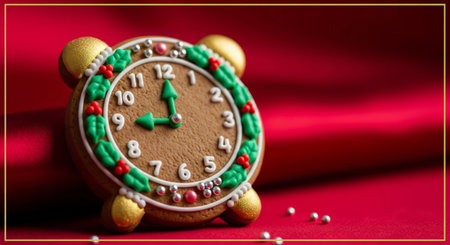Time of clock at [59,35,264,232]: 9:00
